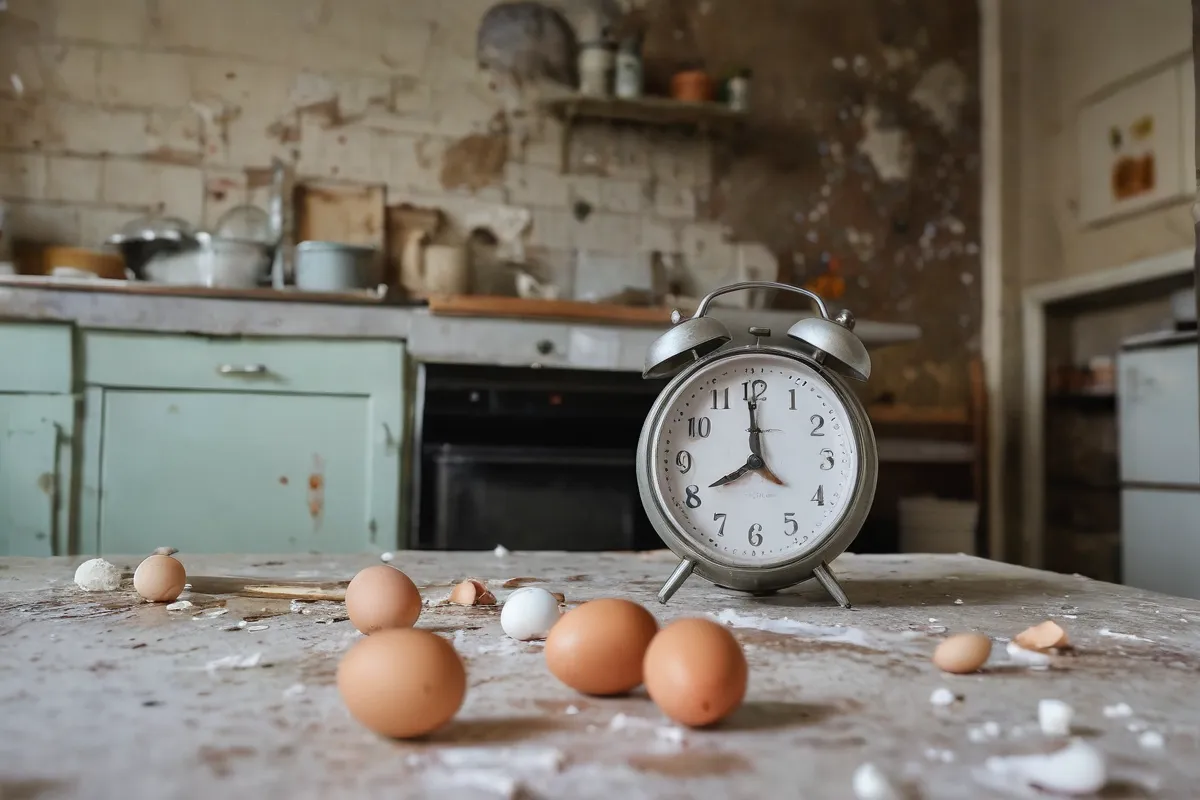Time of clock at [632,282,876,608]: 7:59
